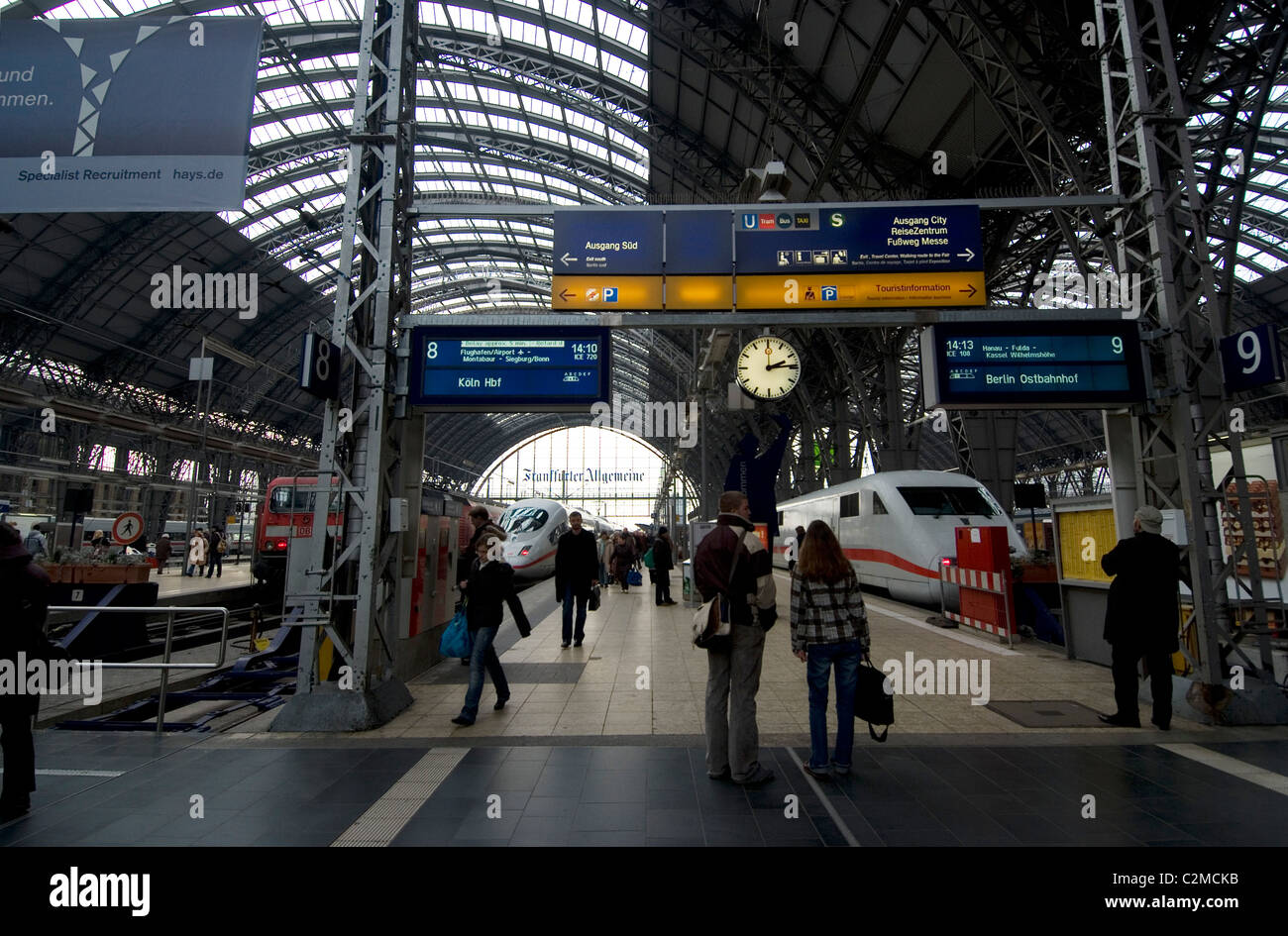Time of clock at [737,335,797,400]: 2:14
